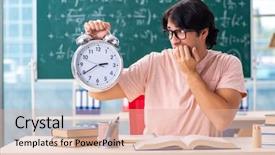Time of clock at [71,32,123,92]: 2:39
